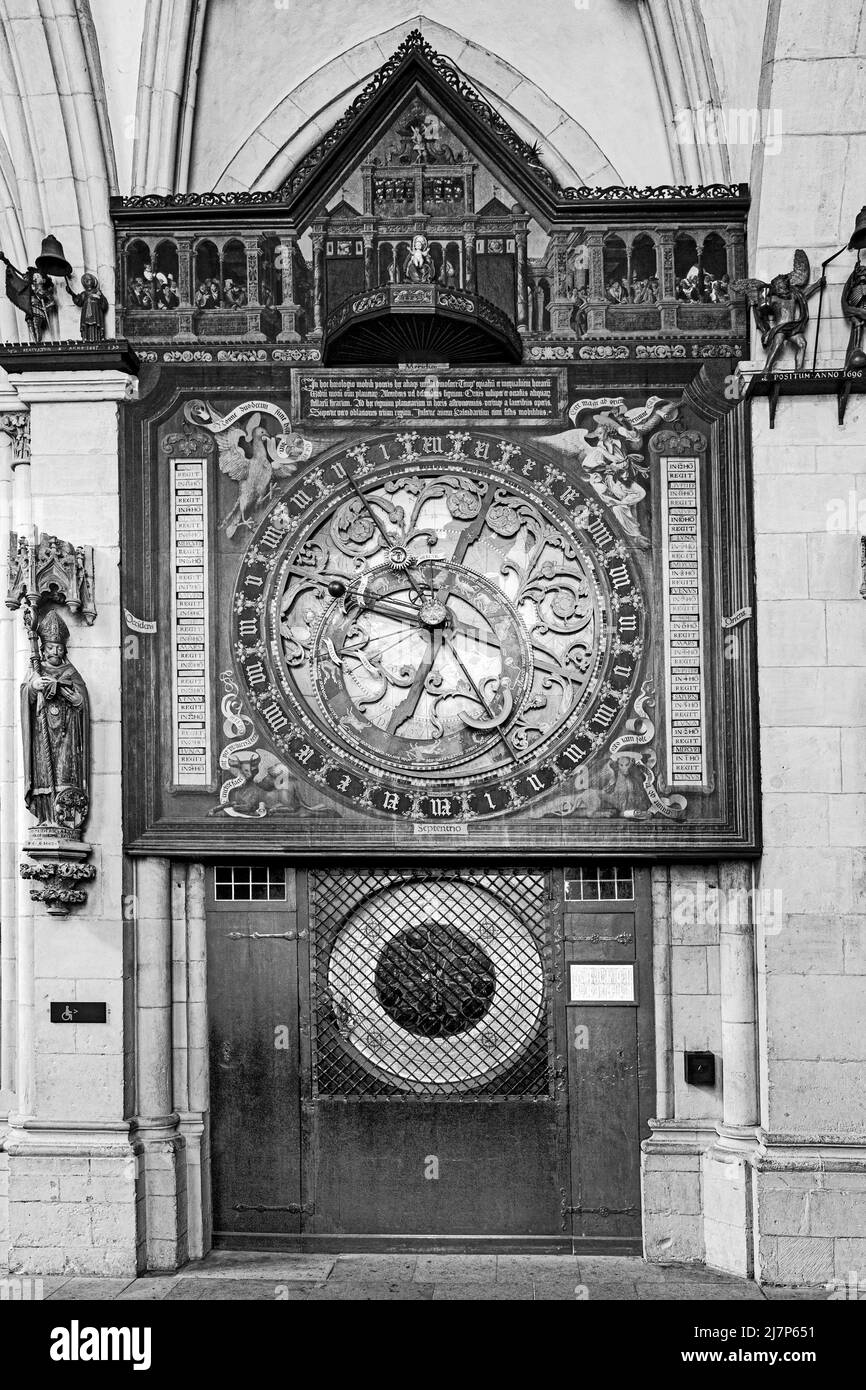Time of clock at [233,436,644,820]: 9:32
